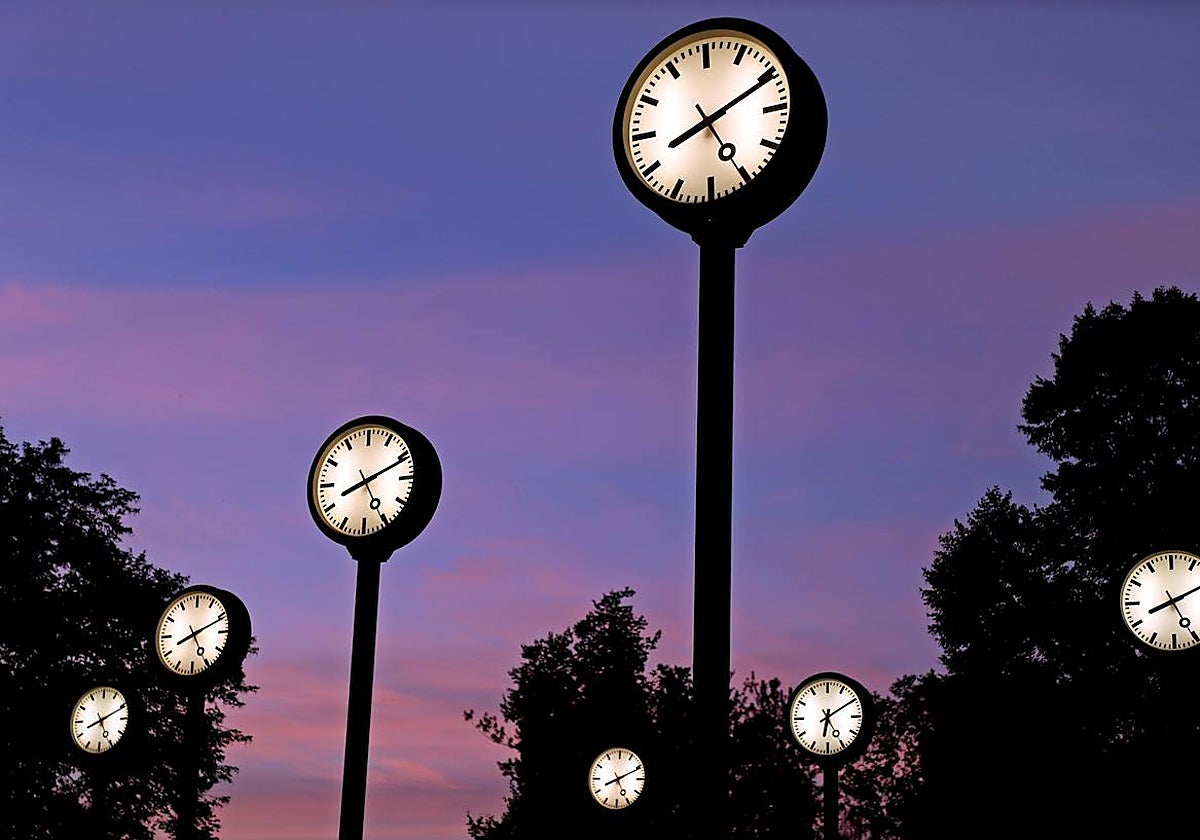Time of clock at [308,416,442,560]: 8:11
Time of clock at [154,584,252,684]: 8:11
